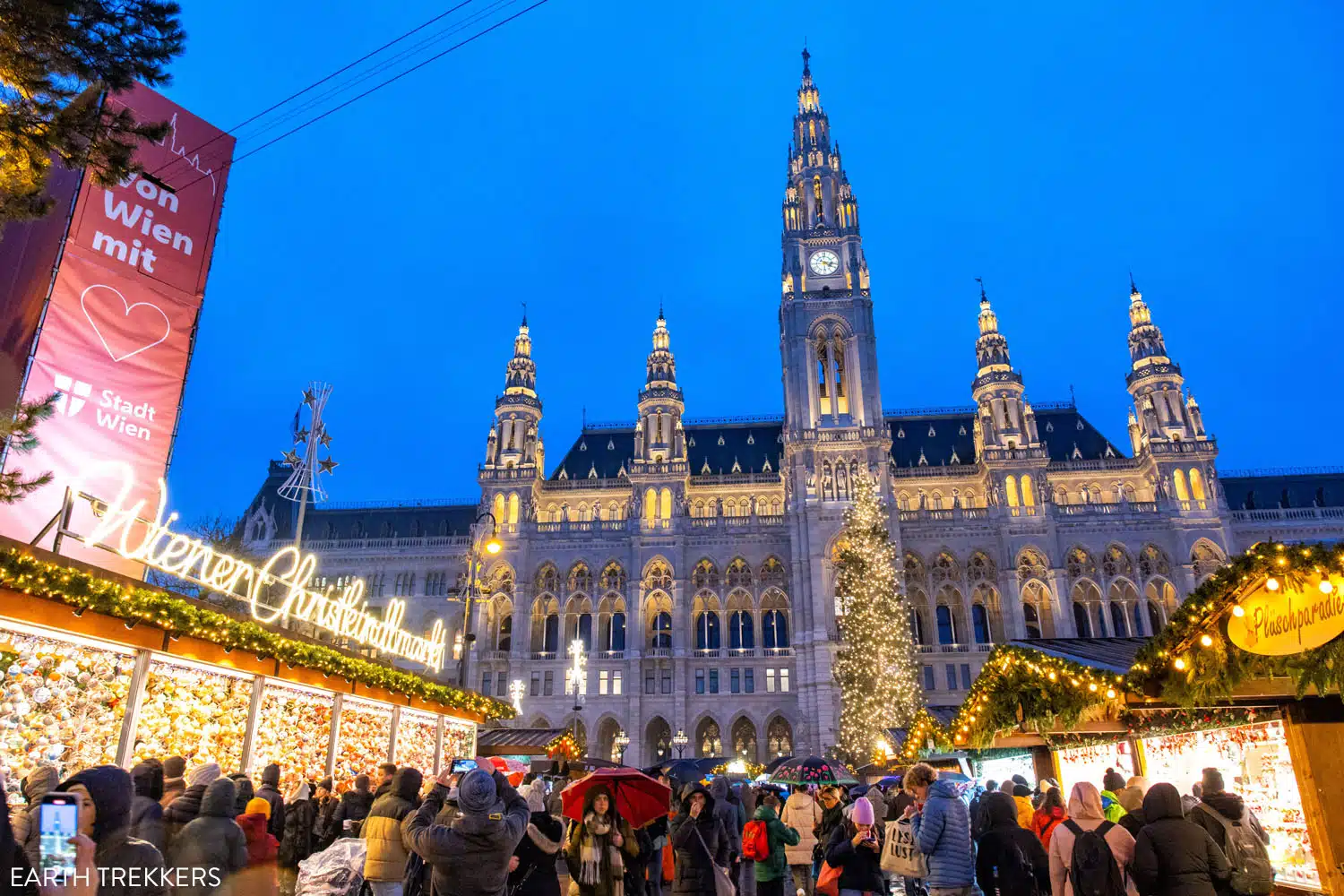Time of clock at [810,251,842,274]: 4:16
